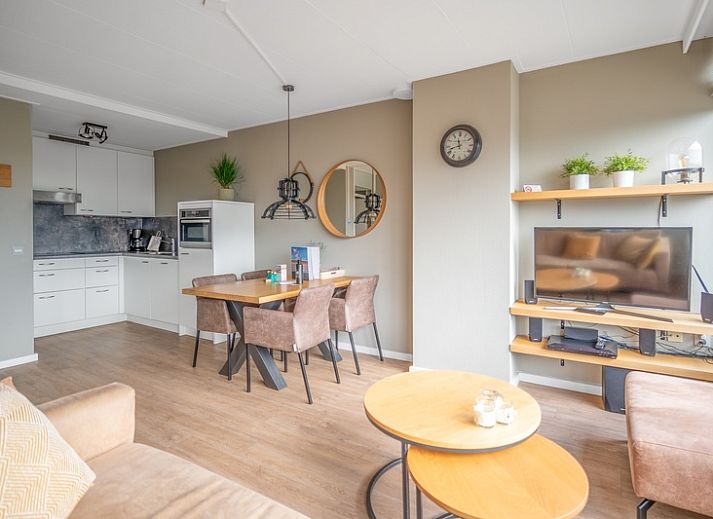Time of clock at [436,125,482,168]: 11:42
